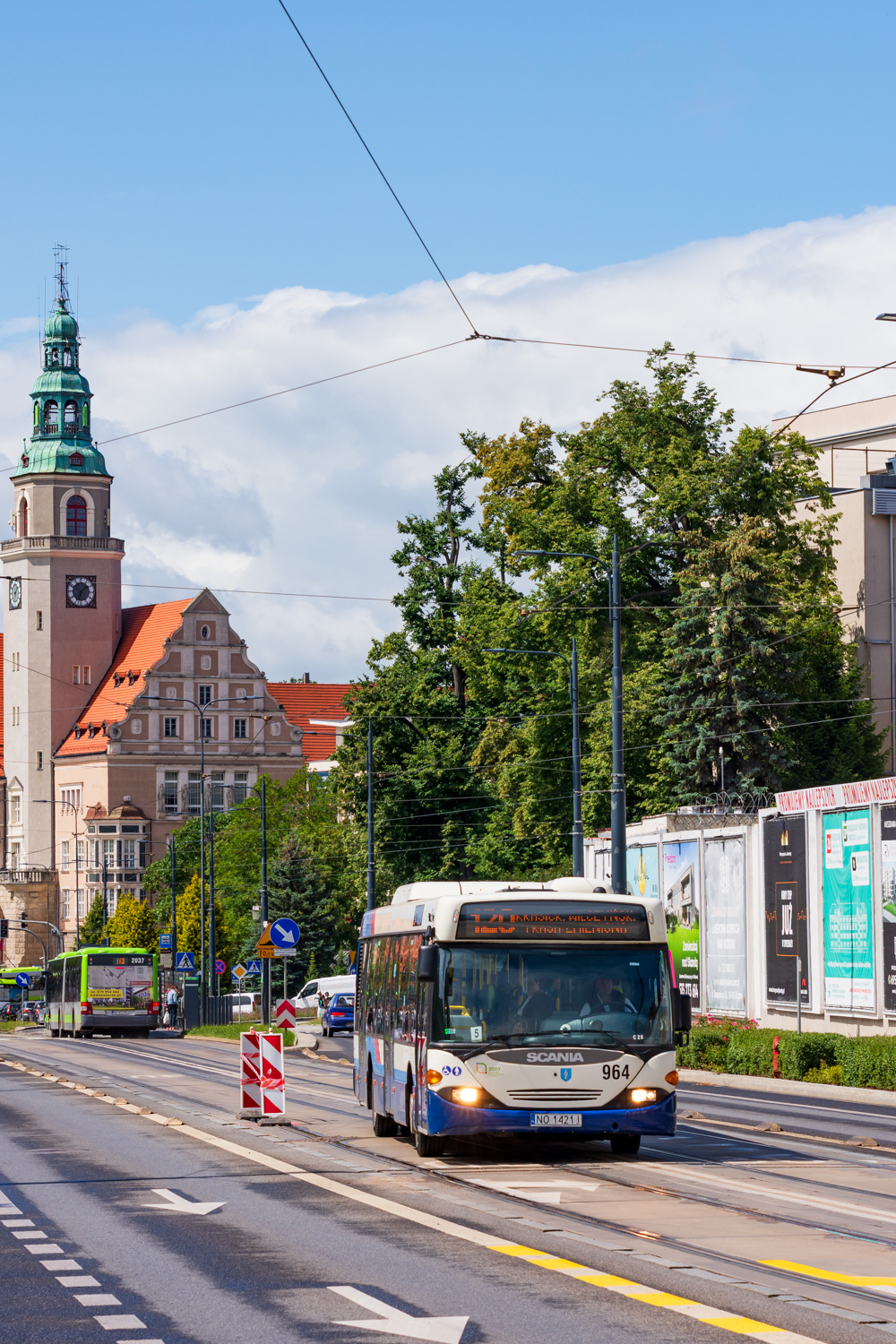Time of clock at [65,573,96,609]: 1:33
